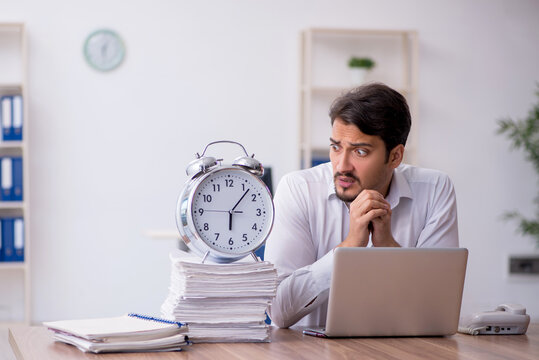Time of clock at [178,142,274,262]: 6:07
